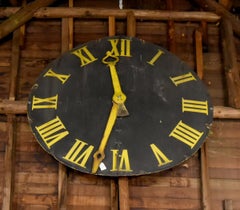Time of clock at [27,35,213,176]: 11:32
